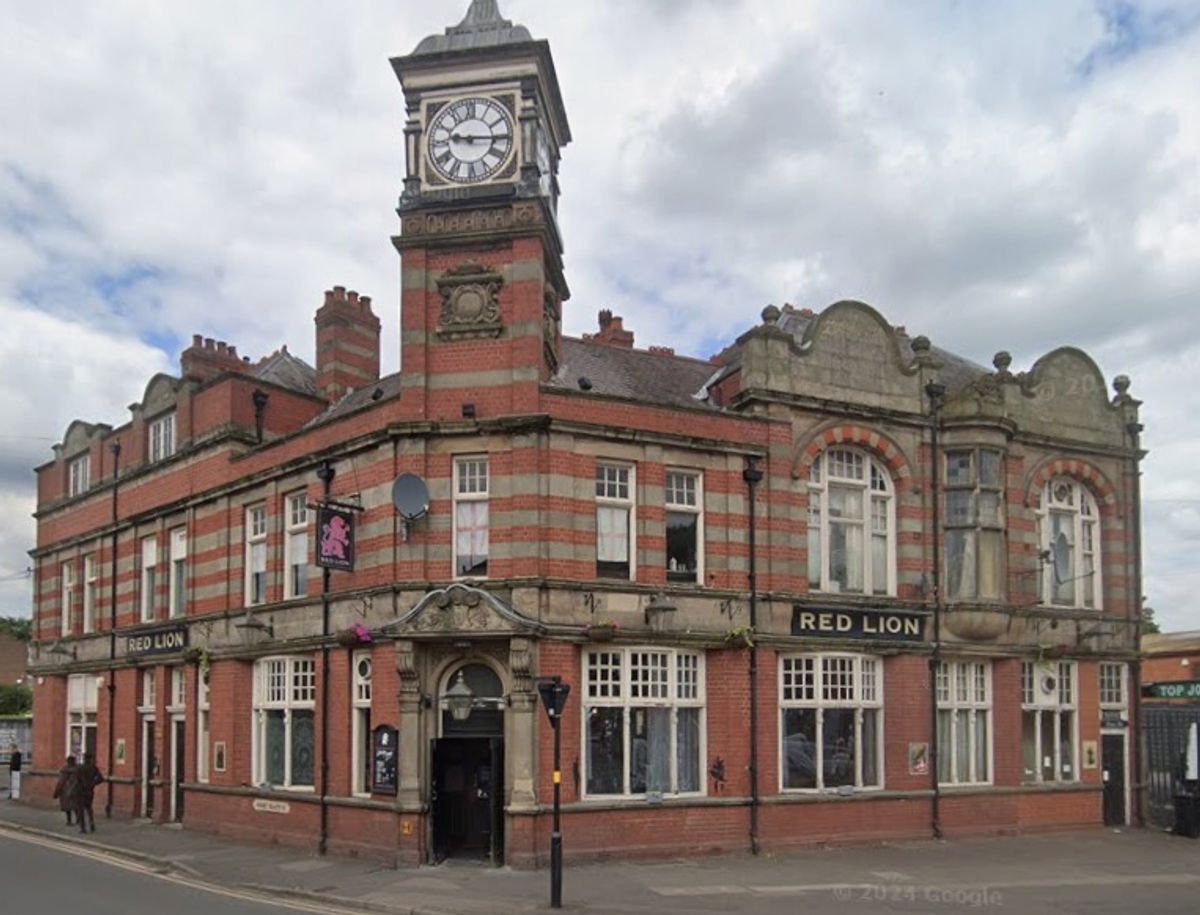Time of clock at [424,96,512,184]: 9:15
